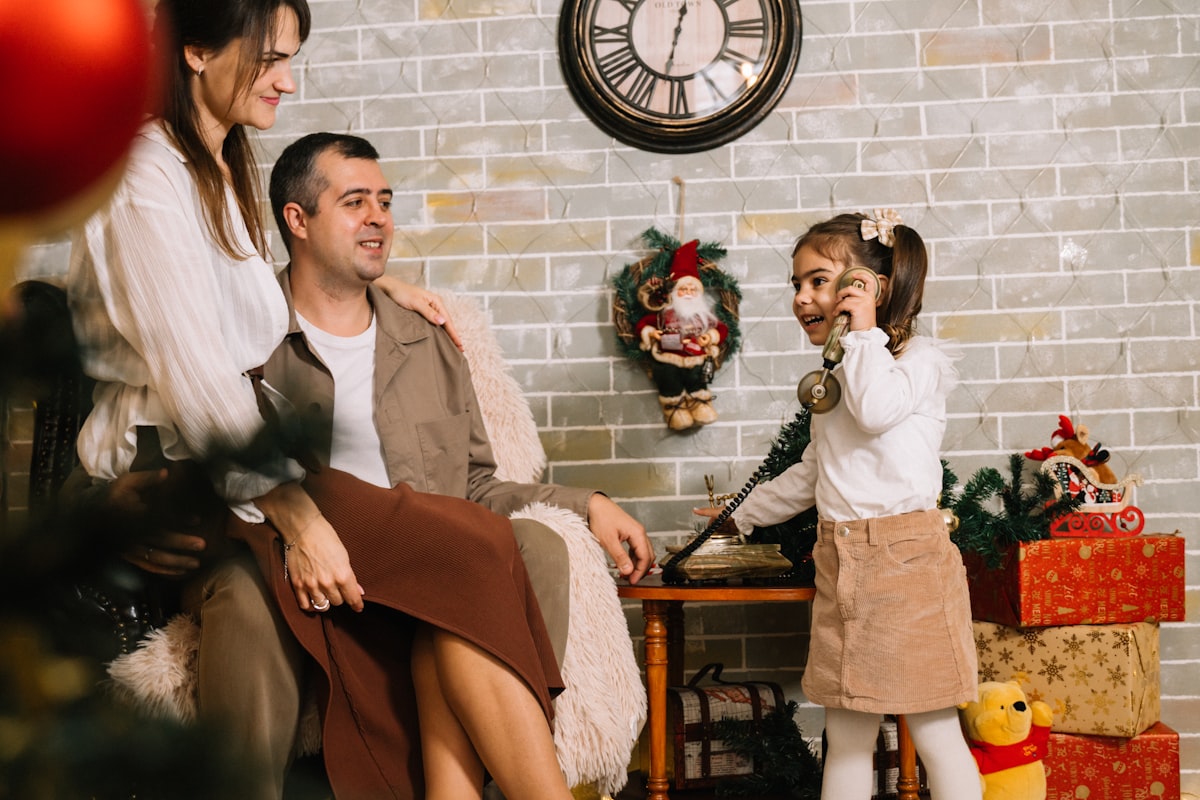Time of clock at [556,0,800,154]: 12:32
